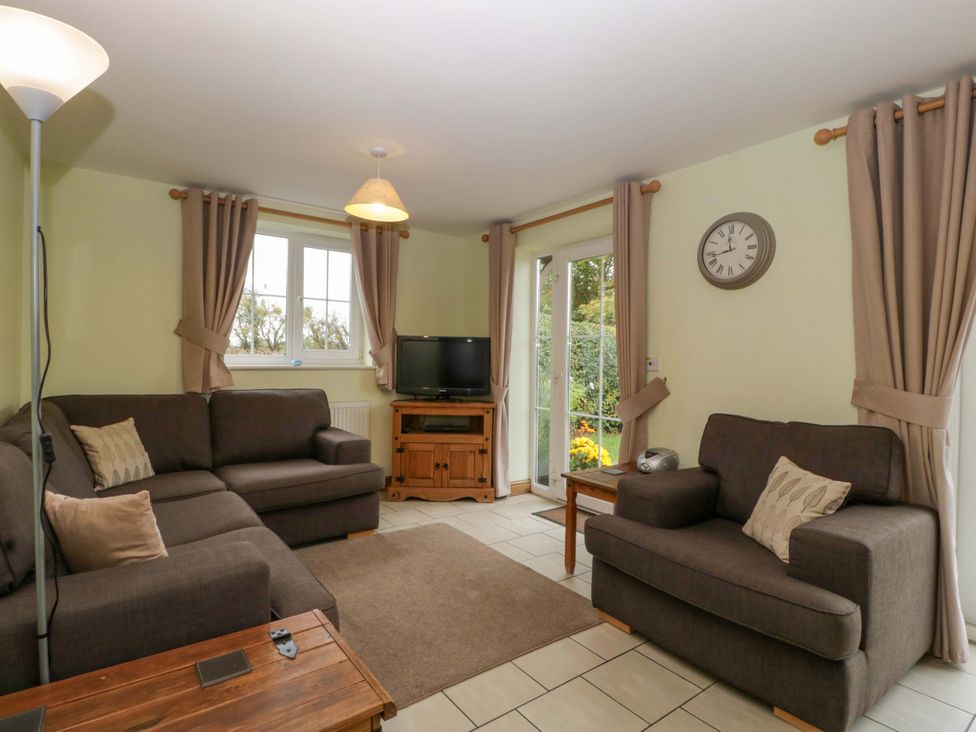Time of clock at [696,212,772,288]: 11:42
